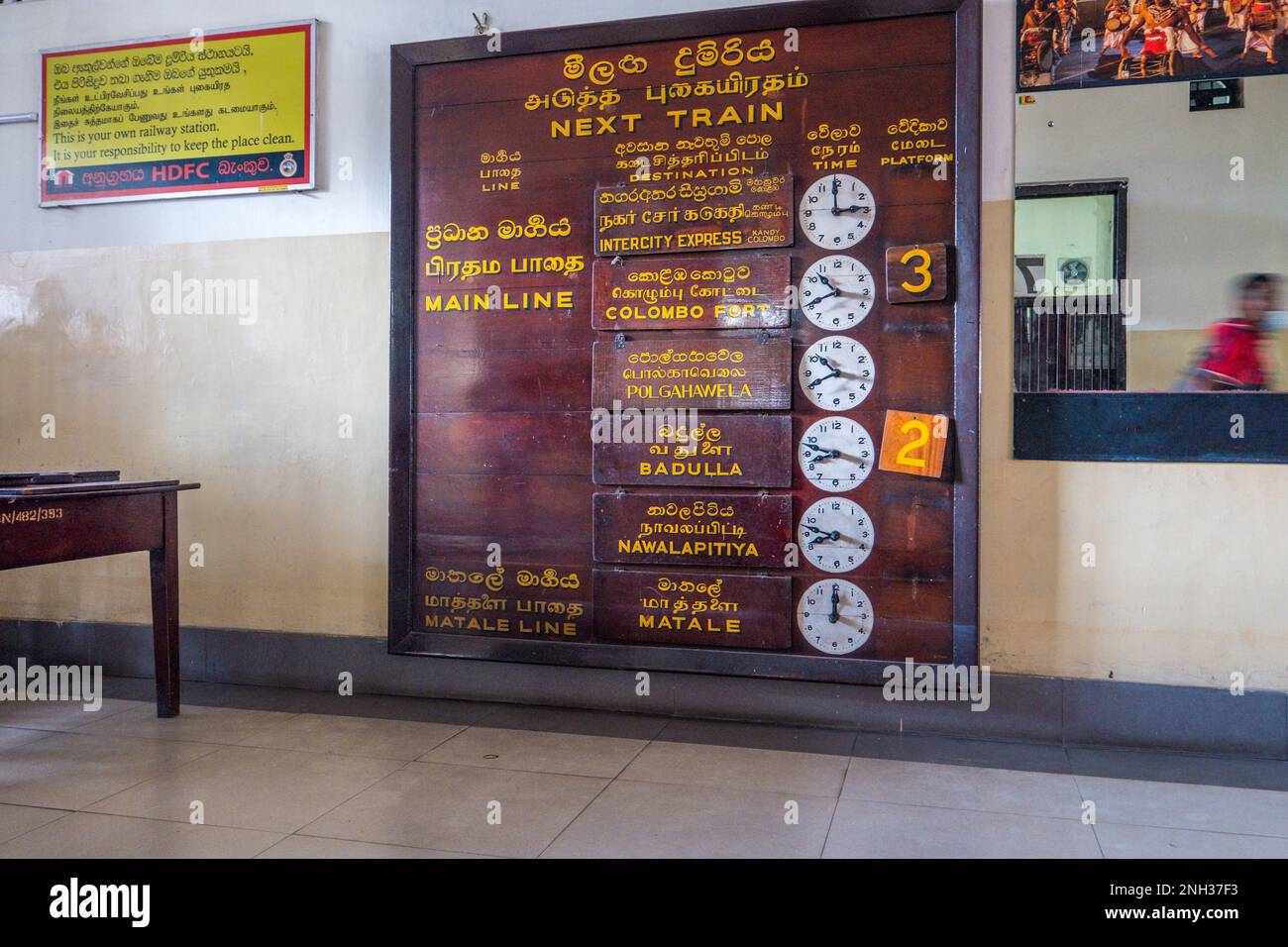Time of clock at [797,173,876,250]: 2:59
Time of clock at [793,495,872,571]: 8:18
